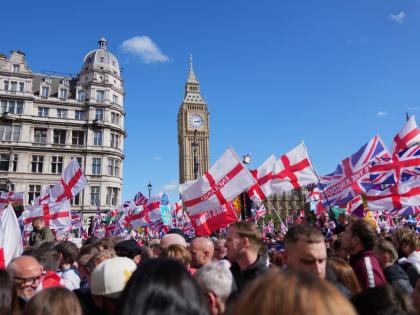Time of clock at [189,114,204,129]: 3:12
